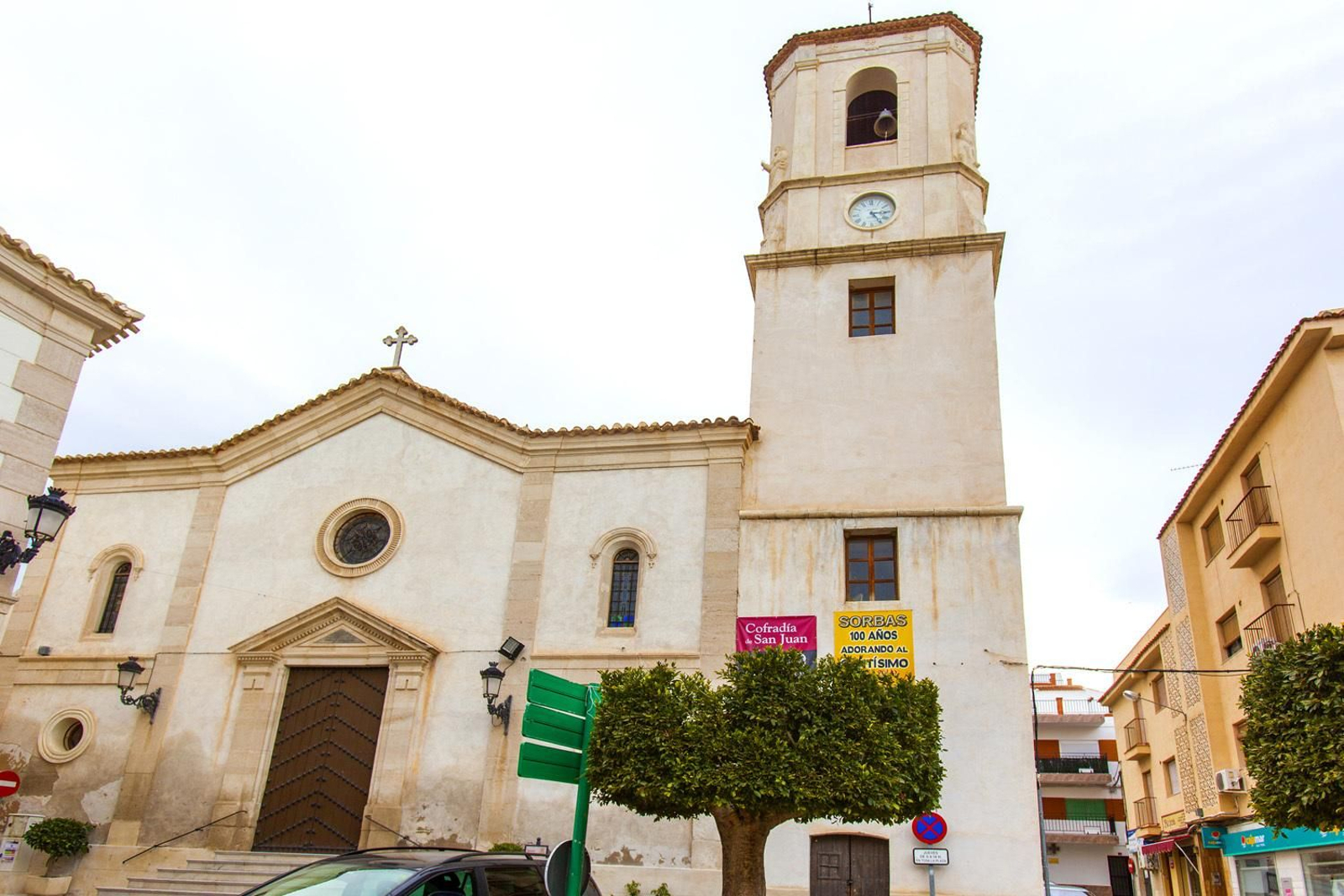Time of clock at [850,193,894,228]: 3:24
